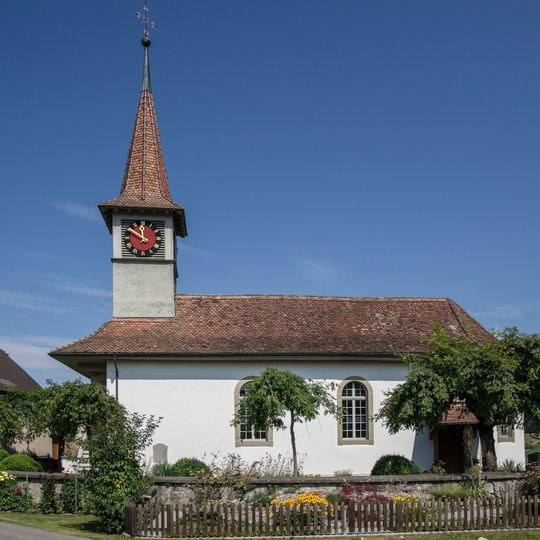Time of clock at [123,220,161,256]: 11:51
